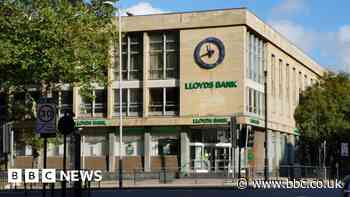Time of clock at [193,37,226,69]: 11:41
